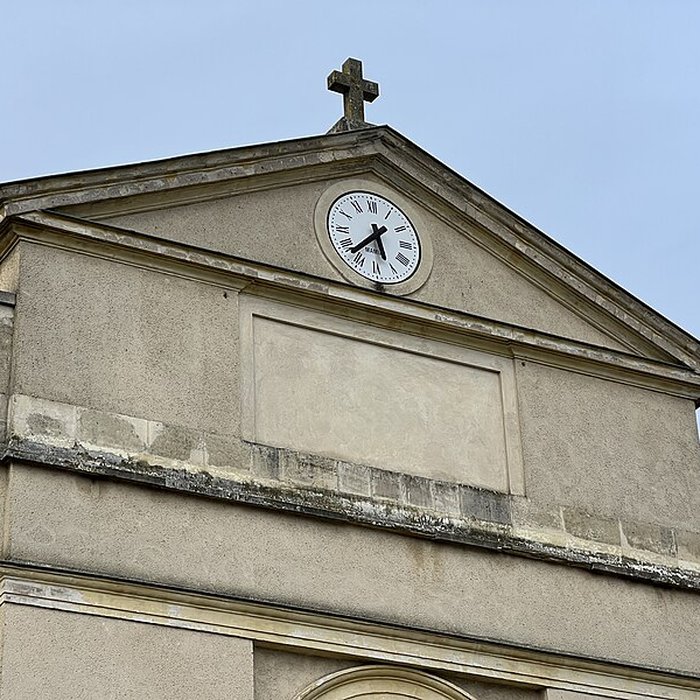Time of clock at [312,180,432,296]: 5:37
